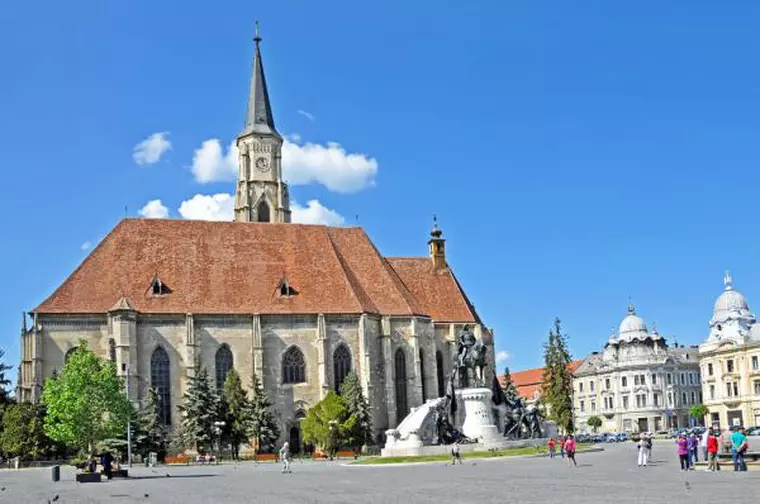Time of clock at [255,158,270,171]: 3:58
